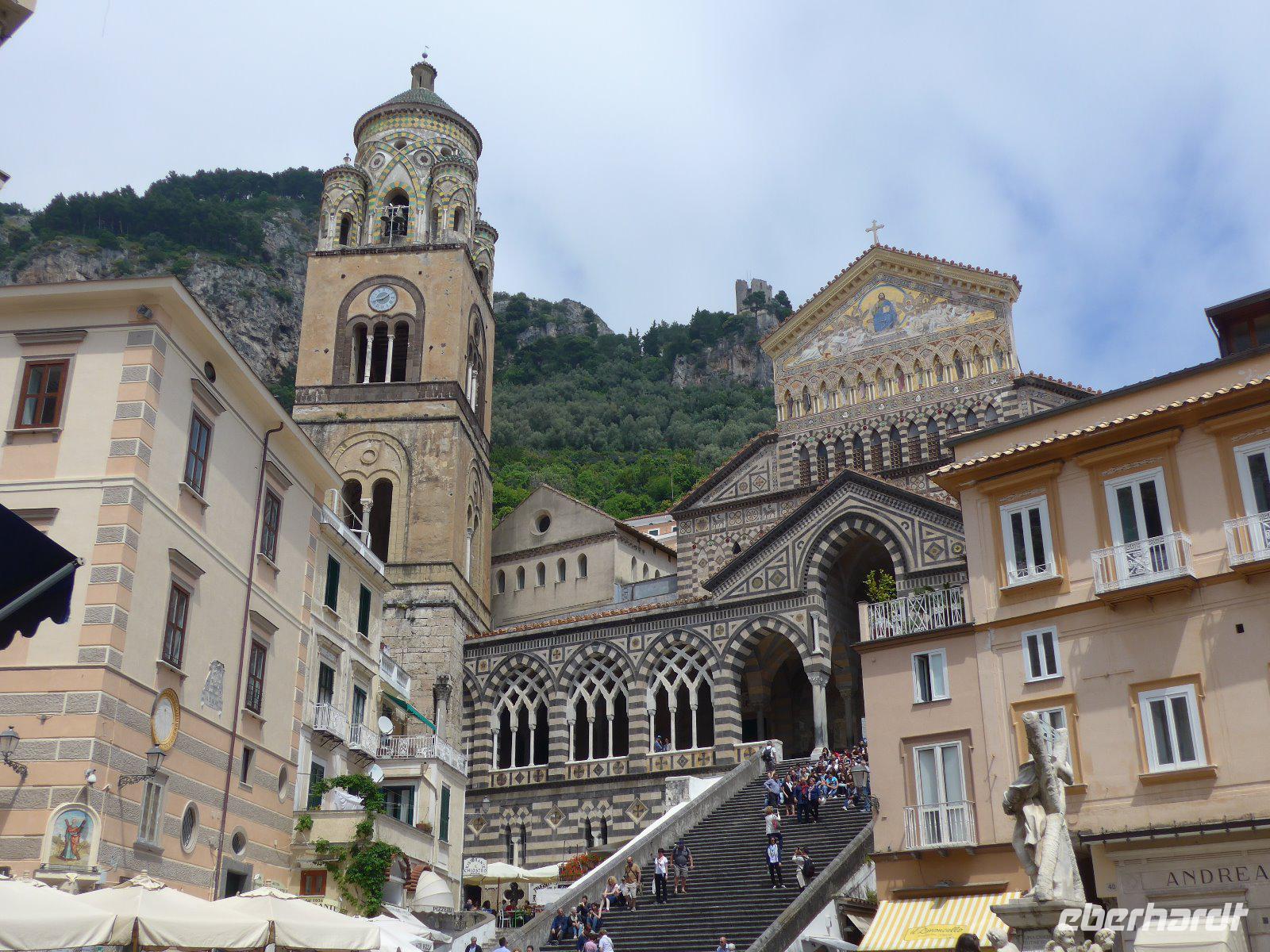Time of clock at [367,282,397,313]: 1:42
